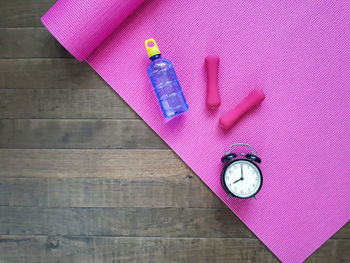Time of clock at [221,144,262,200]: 8:00
